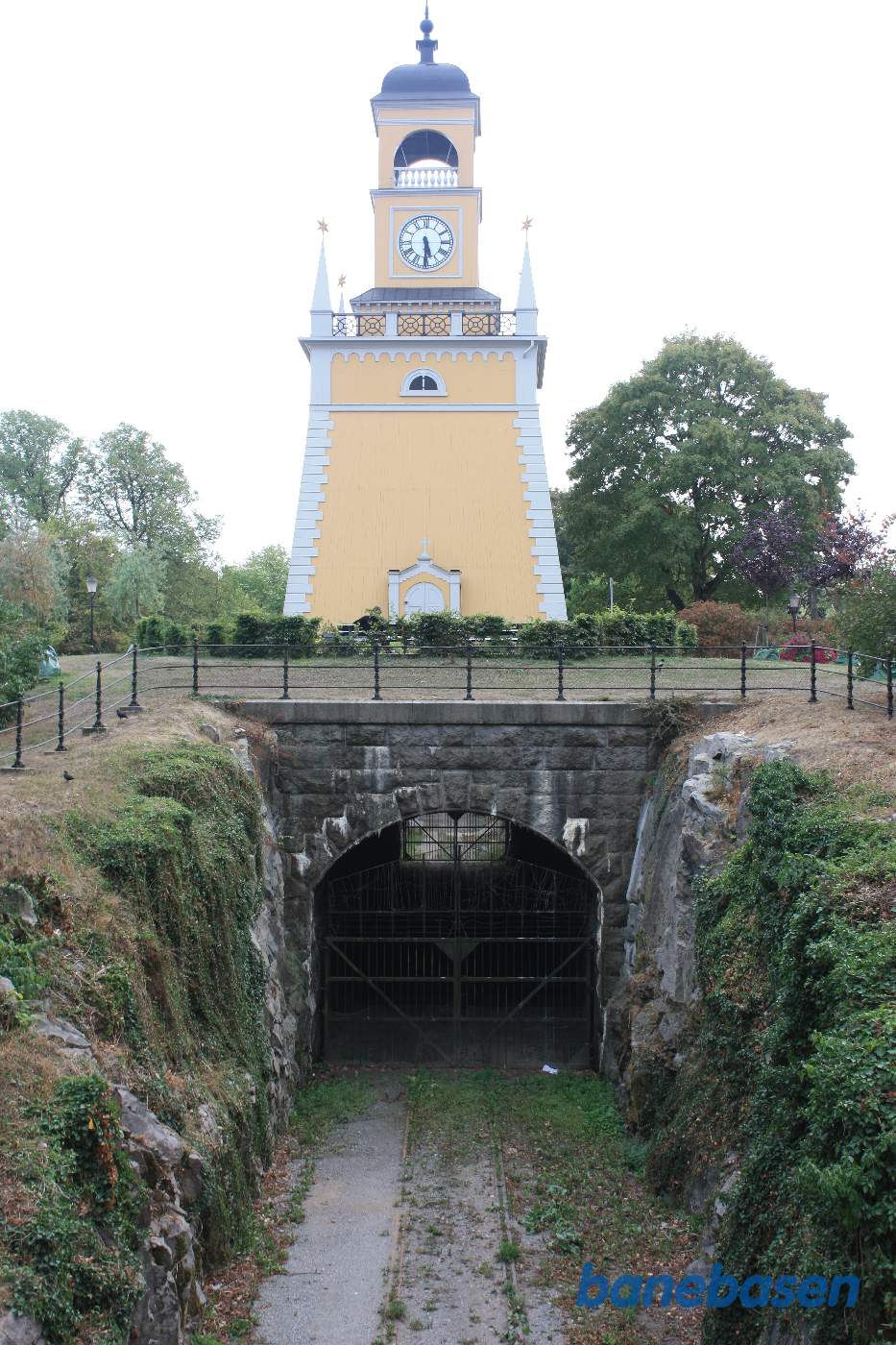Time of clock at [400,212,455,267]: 5:30
